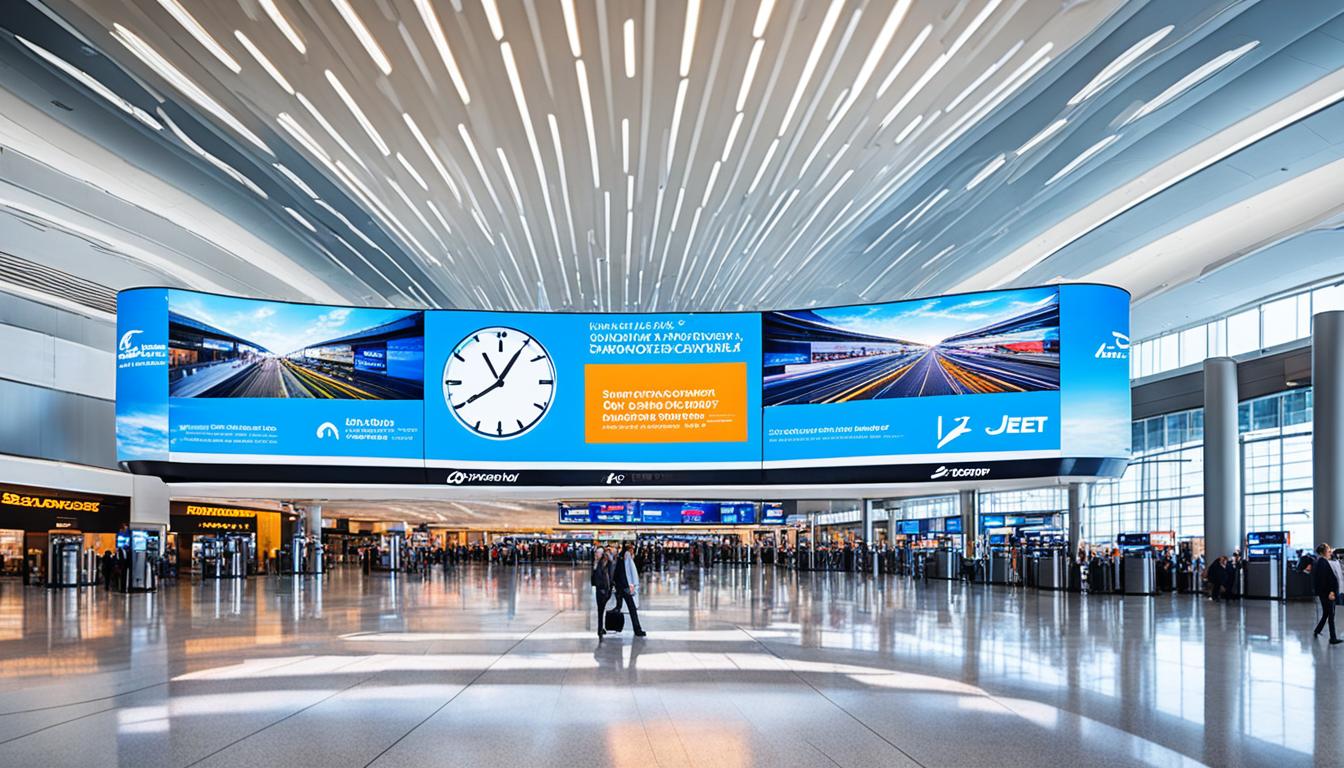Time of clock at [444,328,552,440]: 8:05
